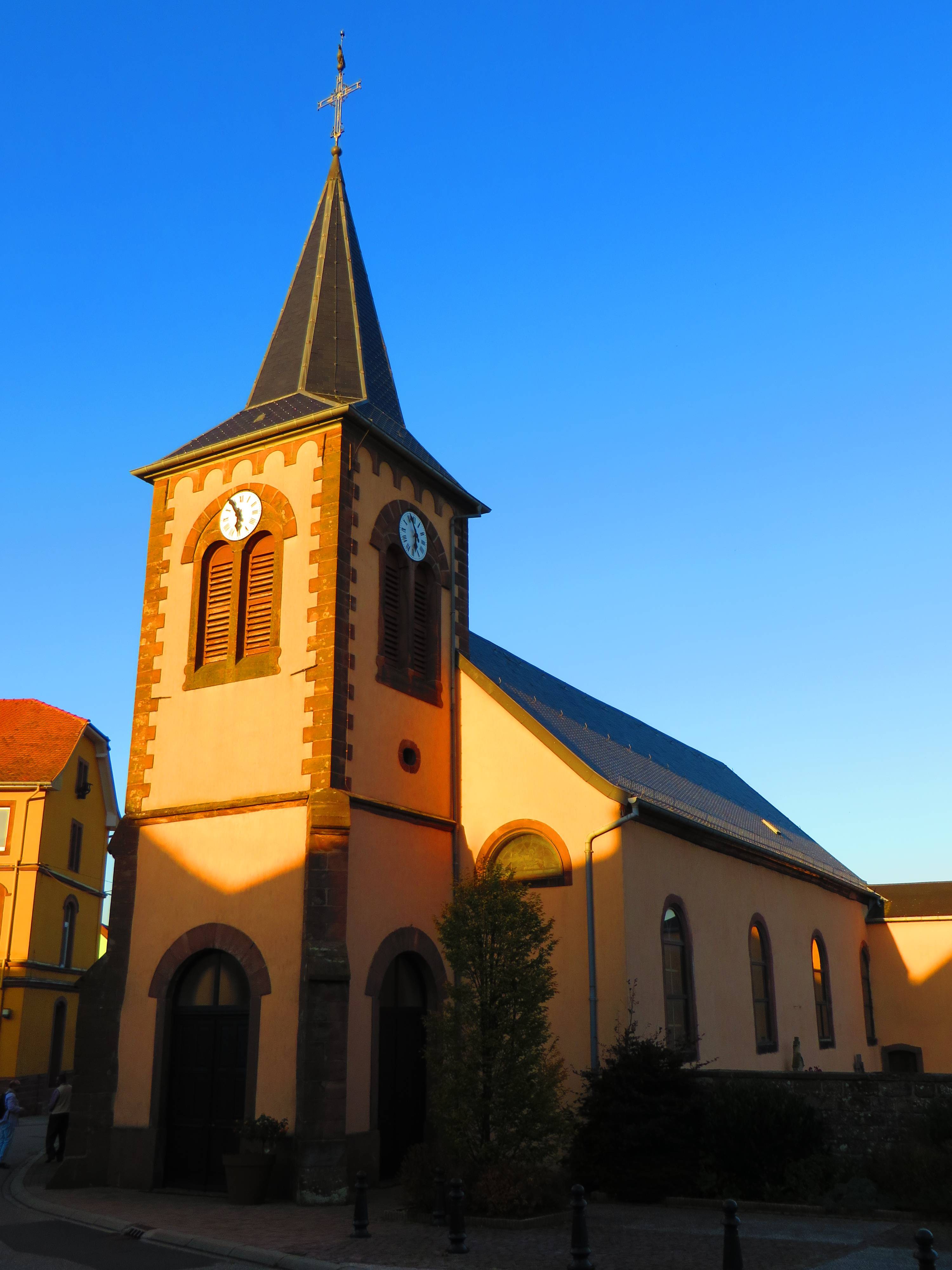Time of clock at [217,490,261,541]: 5:54
